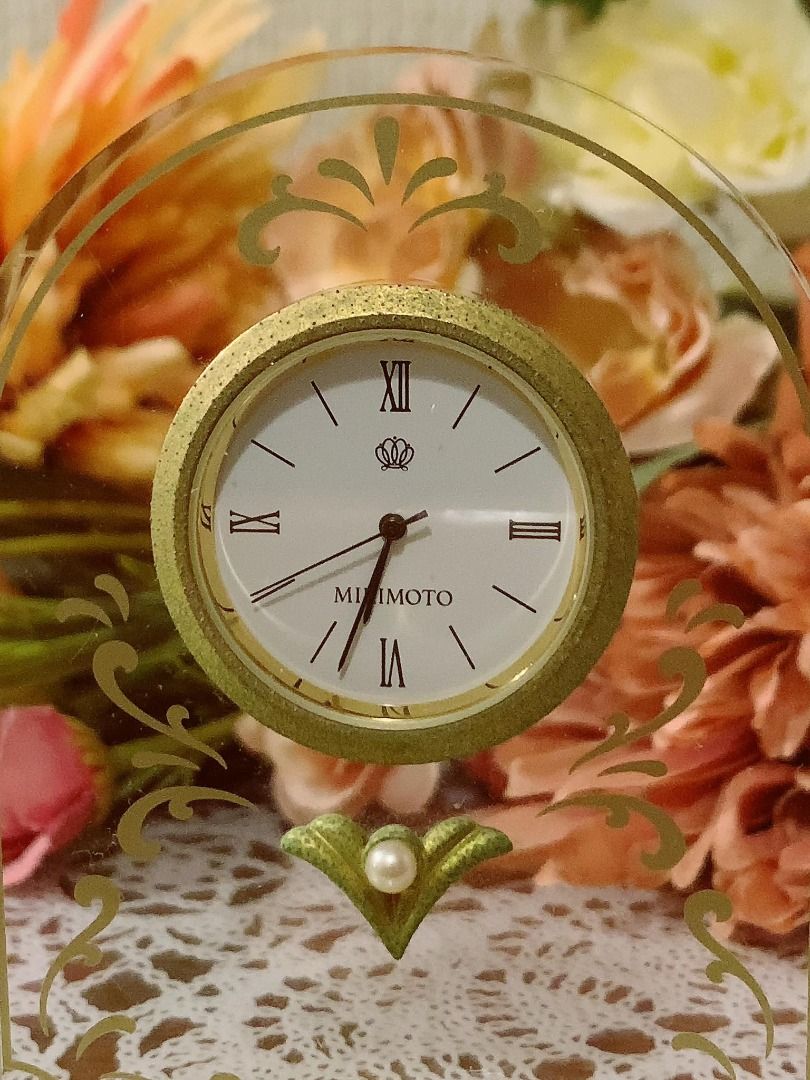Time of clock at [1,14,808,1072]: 6:33
